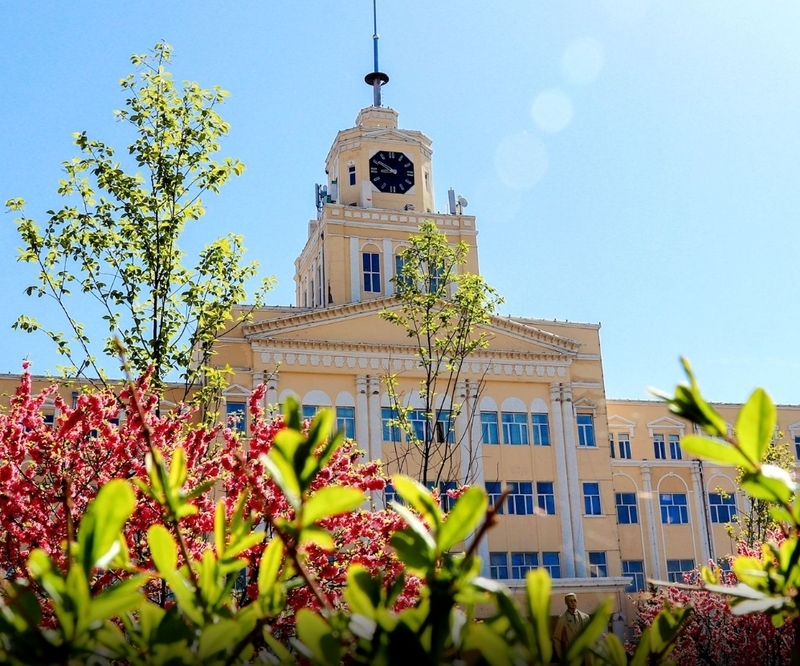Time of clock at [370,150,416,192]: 8:50
